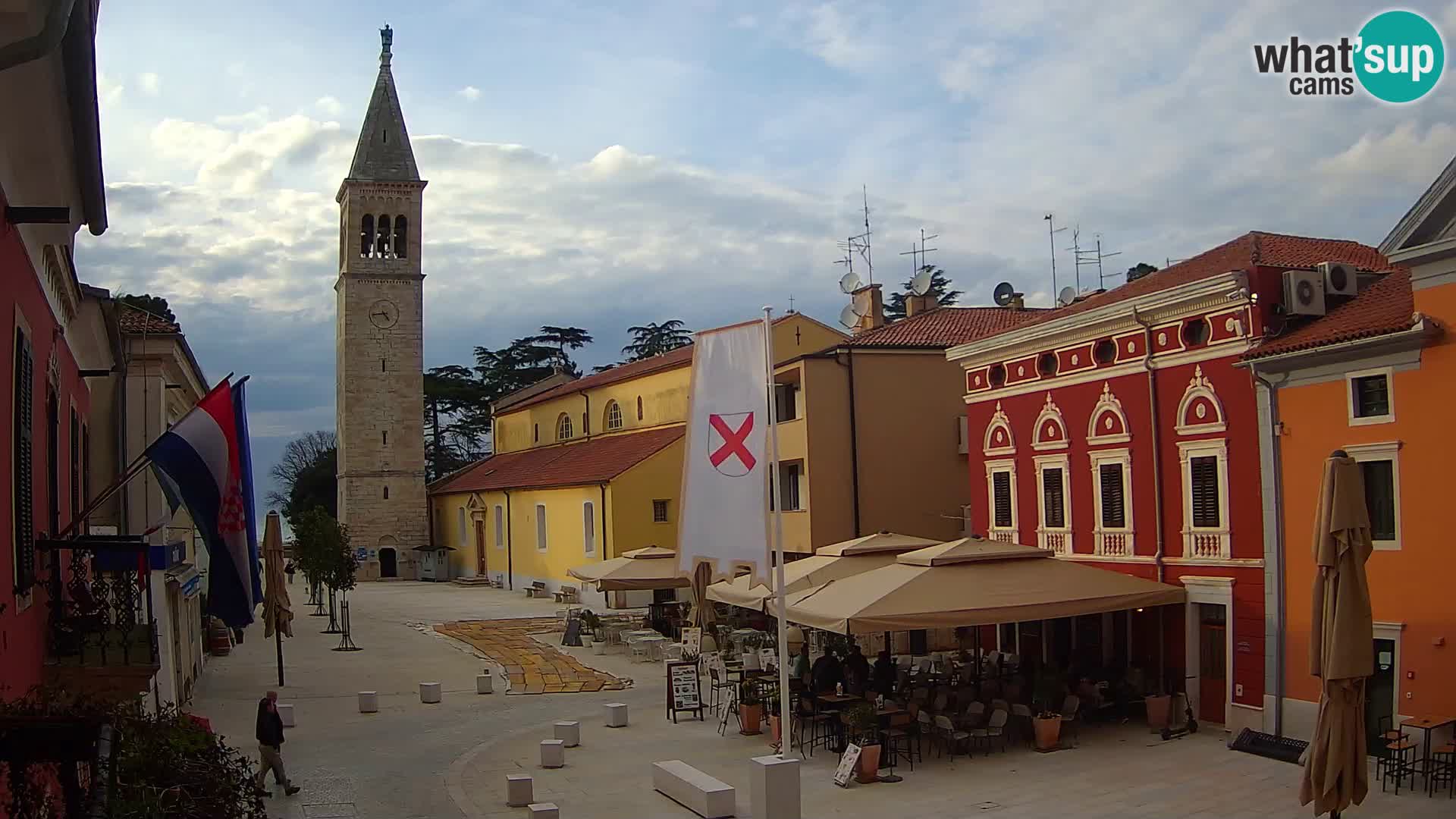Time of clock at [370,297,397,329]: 4:44
